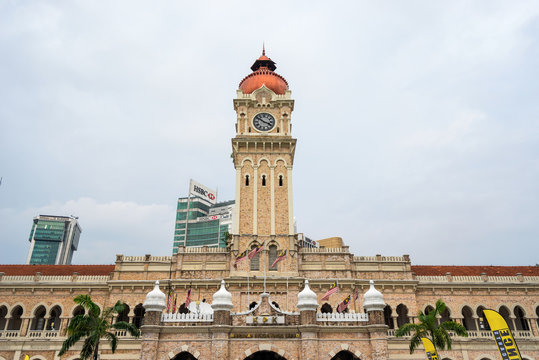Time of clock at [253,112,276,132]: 3:50
